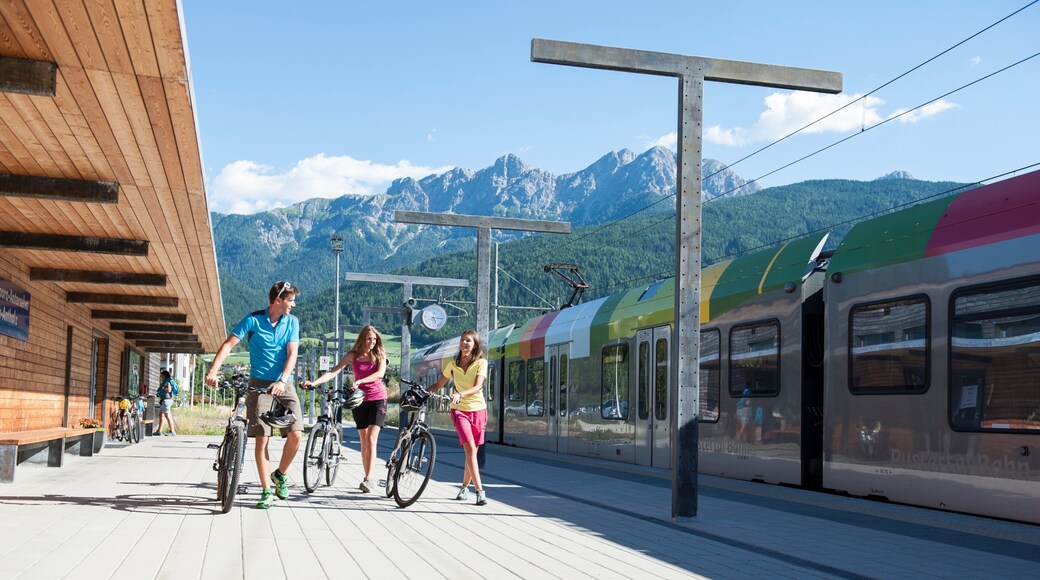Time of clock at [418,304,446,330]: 5:14
